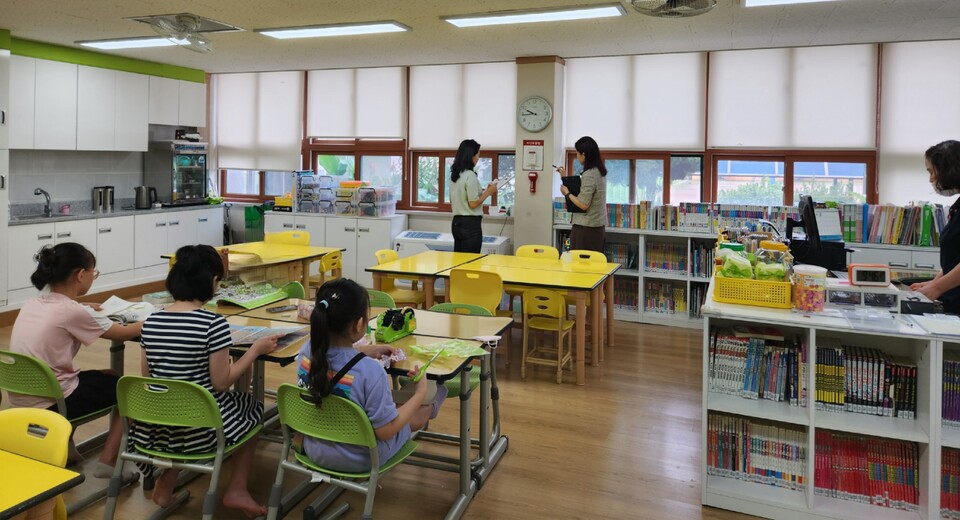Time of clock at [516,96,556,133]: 9:44
